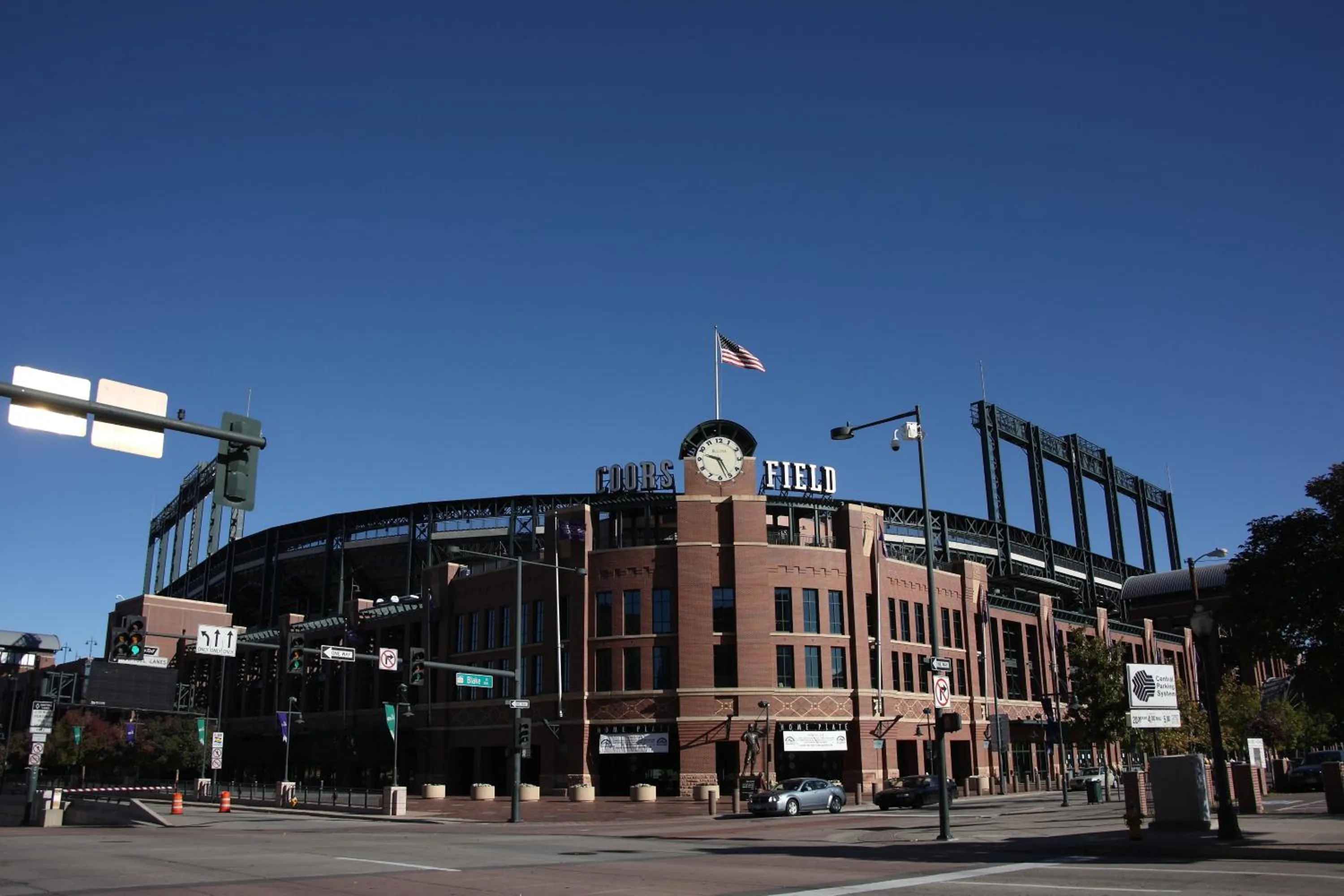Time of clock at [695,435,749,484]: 9:25
